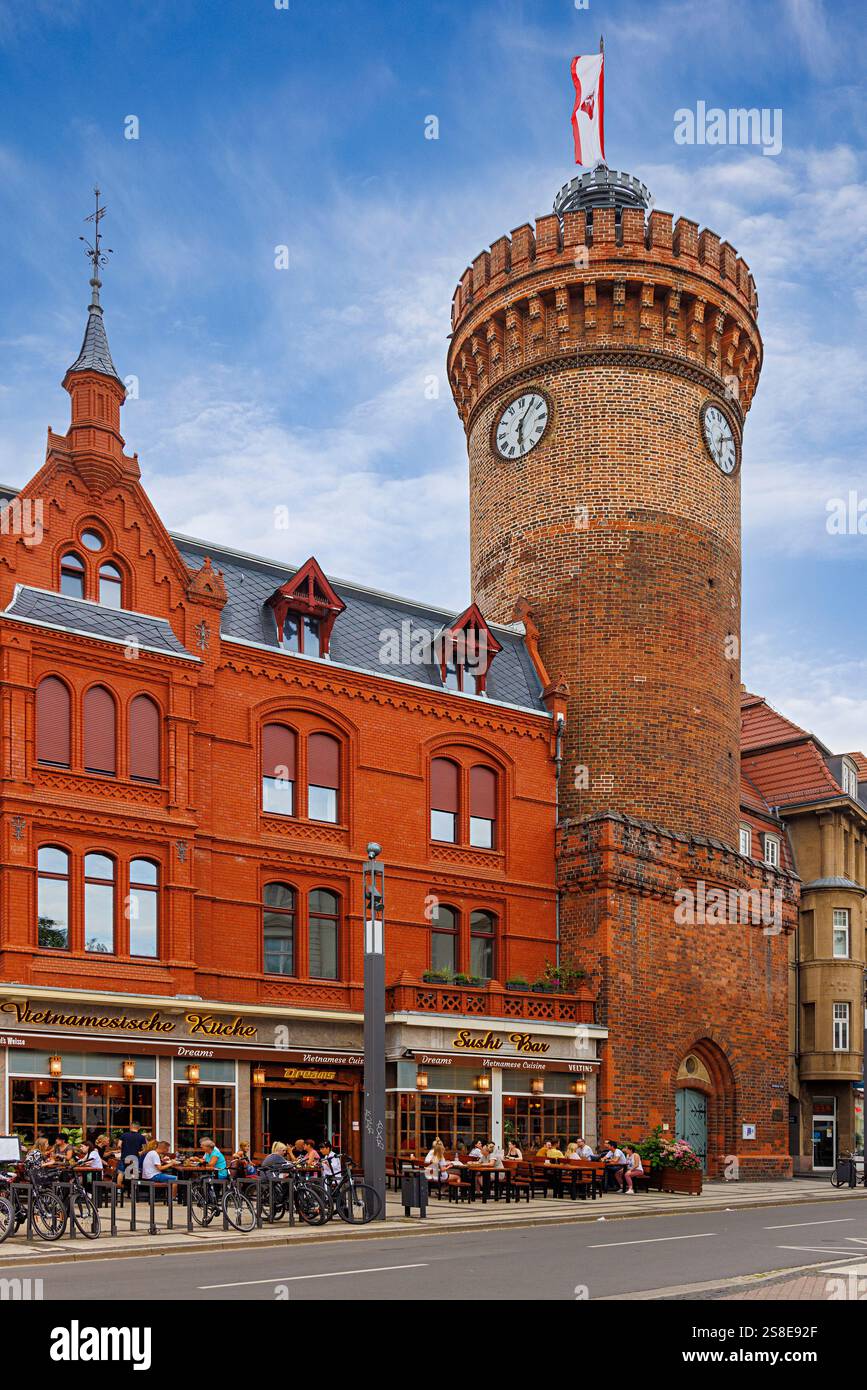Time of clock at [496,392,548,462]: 6:06
